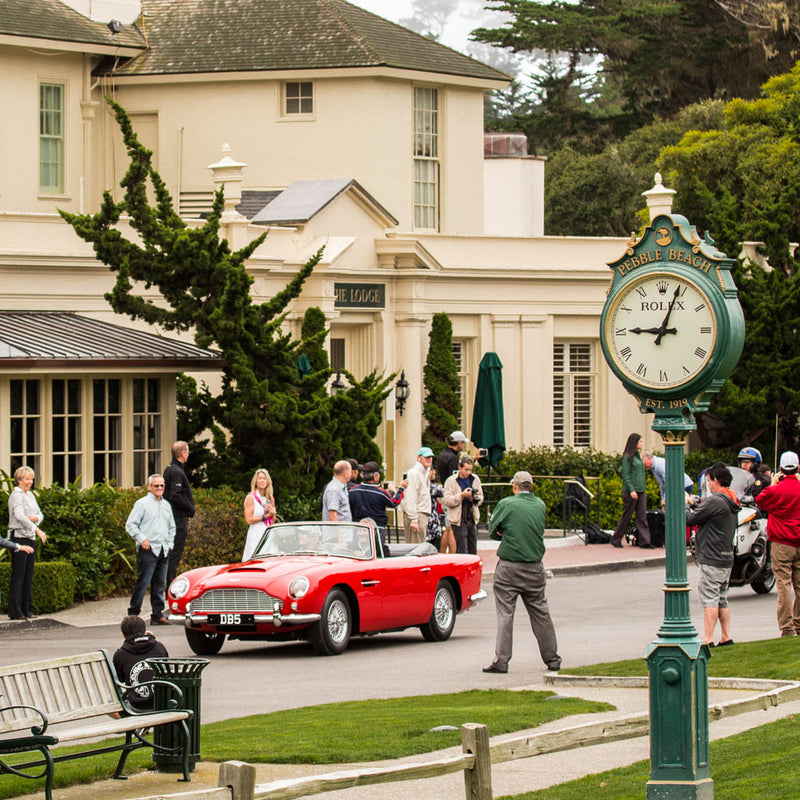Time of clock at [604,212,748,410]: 9:03
